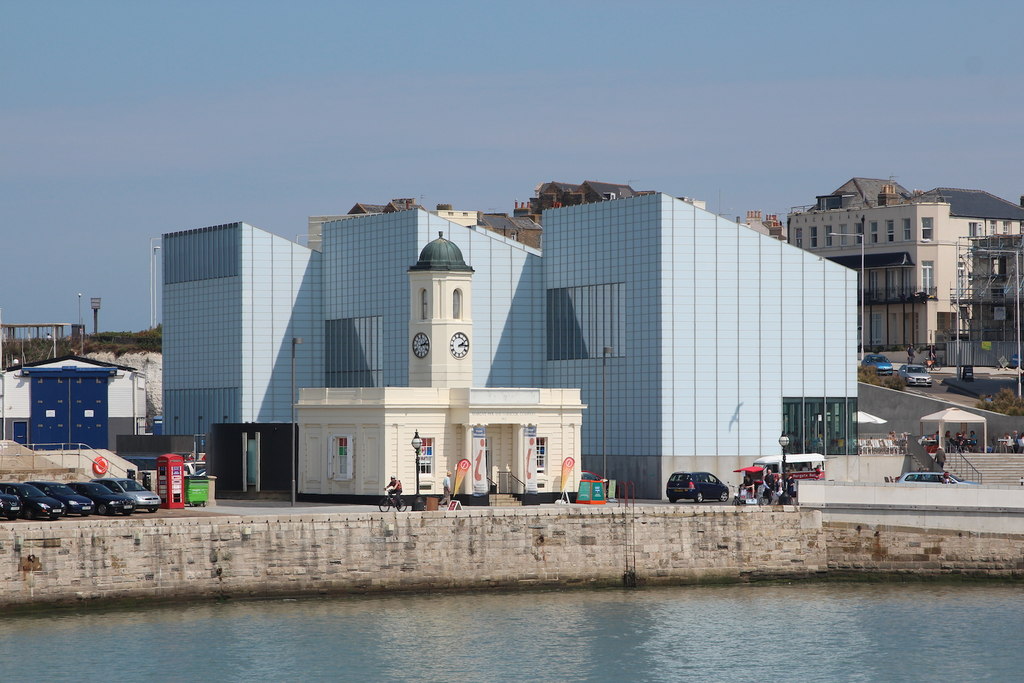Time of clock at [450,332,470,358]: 2:14
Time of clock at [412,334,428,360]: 2:13
